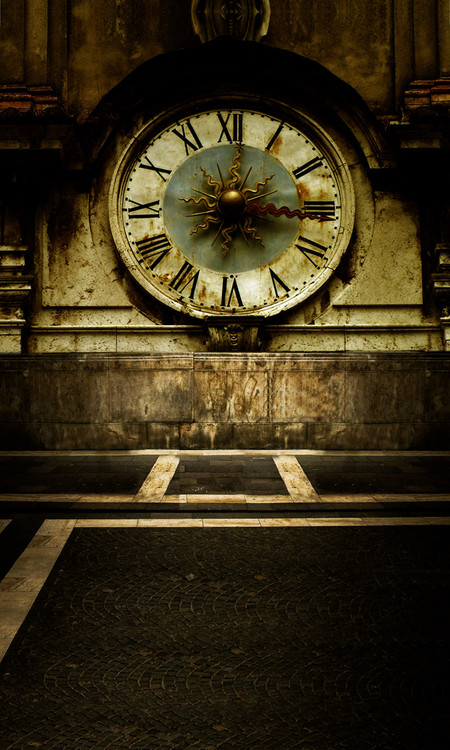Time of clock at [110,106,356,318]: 12:16
